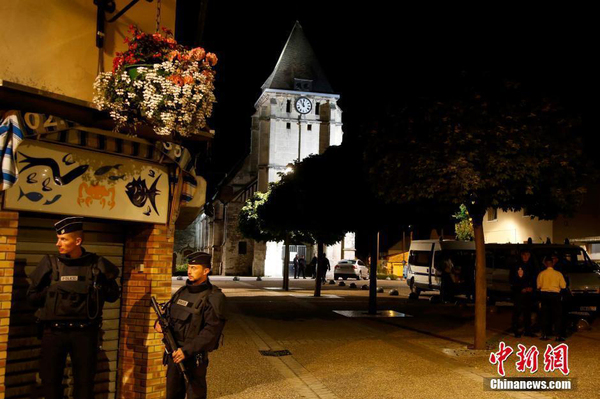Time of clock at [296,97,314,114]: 11:53
